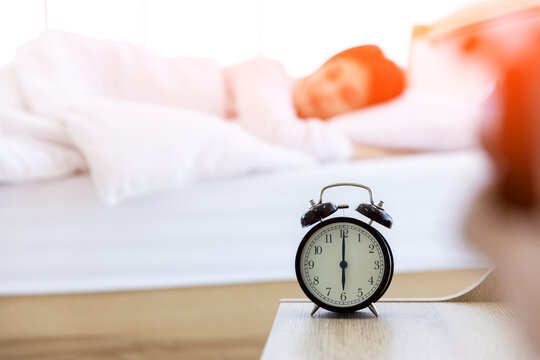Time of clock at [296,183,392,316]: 6:00
